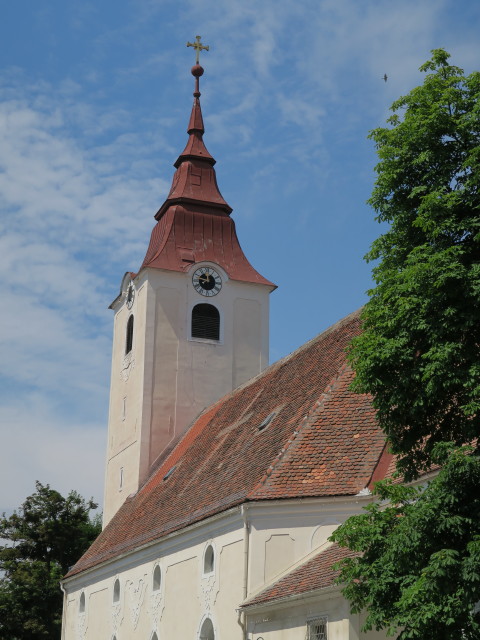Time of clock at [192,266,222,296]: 11:46
